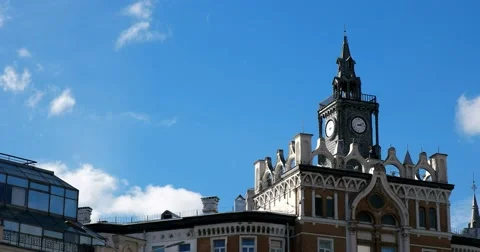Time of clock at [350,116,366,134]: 3:11
